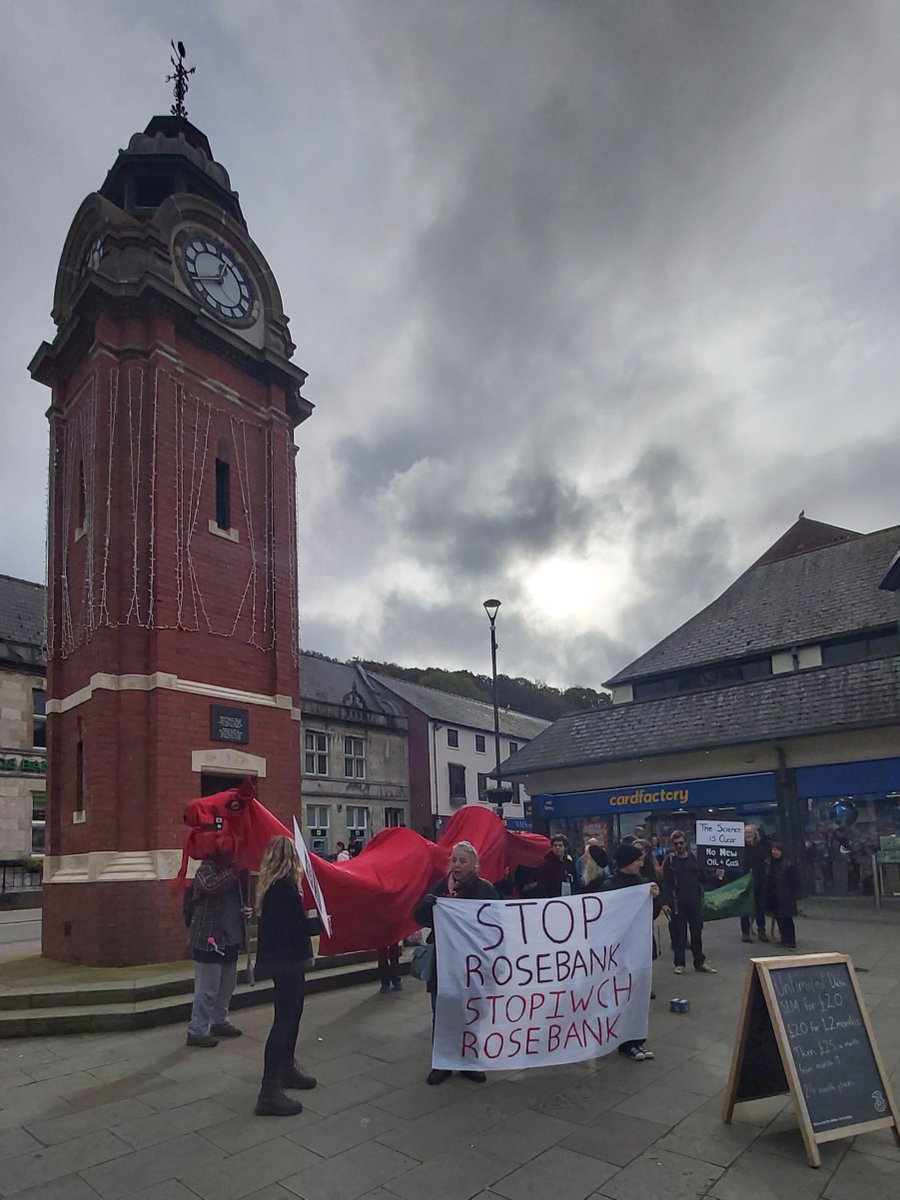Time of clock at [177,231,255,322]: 1:42
